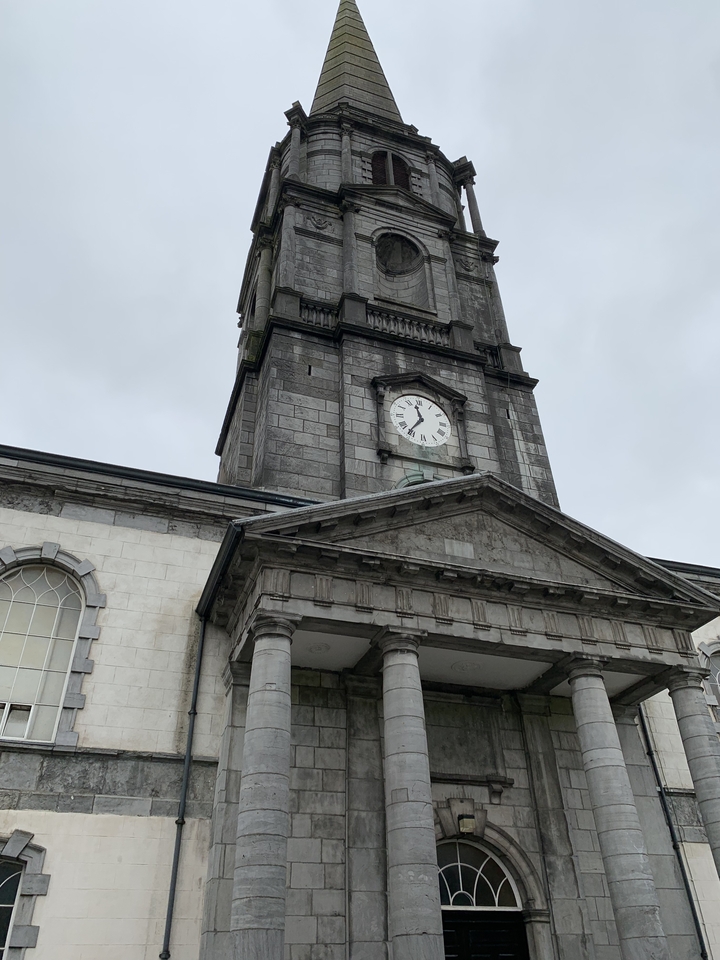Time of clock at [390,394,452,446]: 11:36
